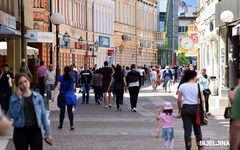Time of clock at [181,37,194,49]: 8:36
